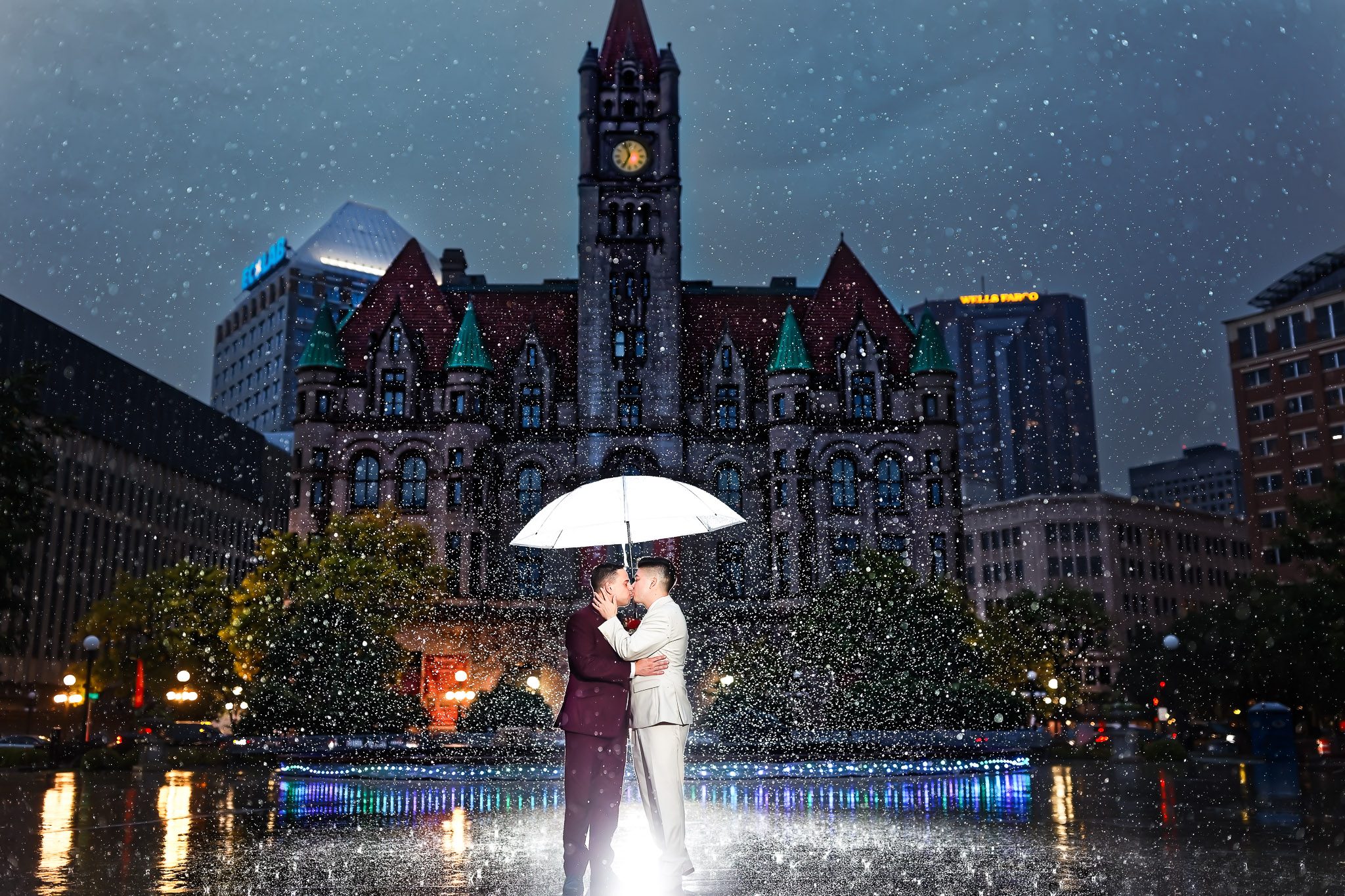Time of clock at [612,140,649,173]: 6:56
